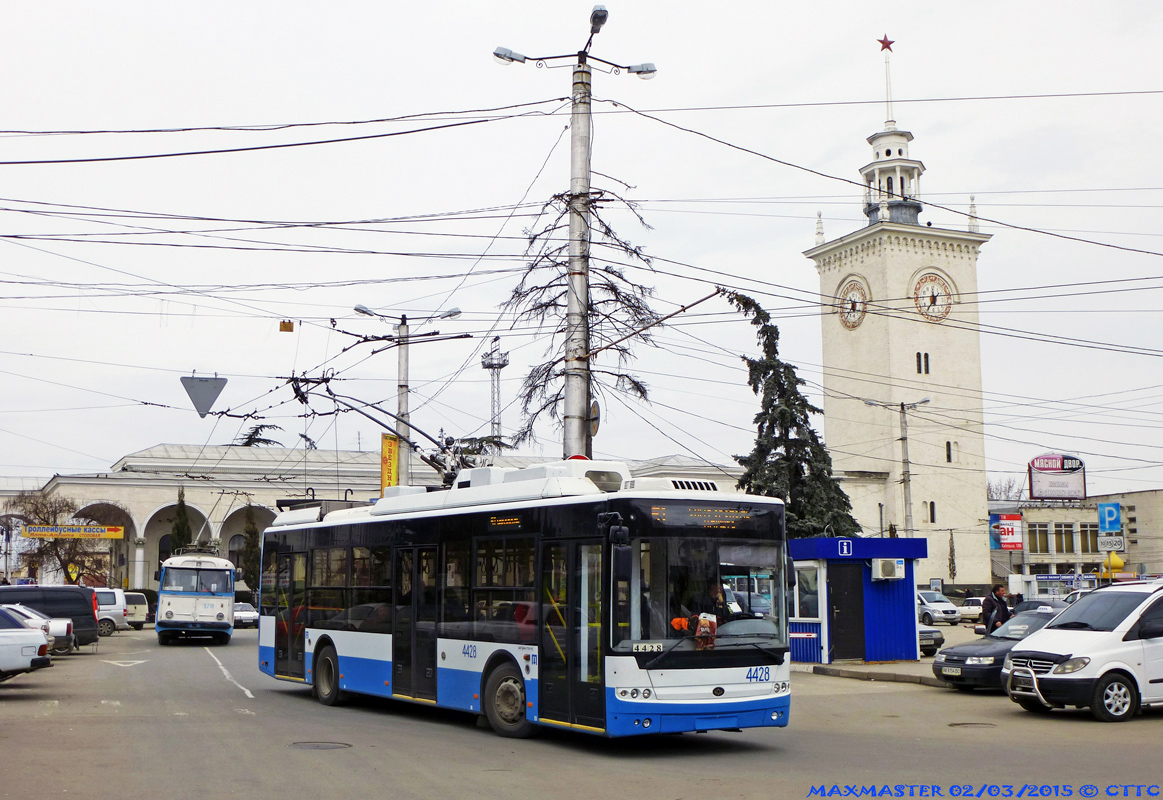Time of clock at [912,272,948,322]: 6:35
